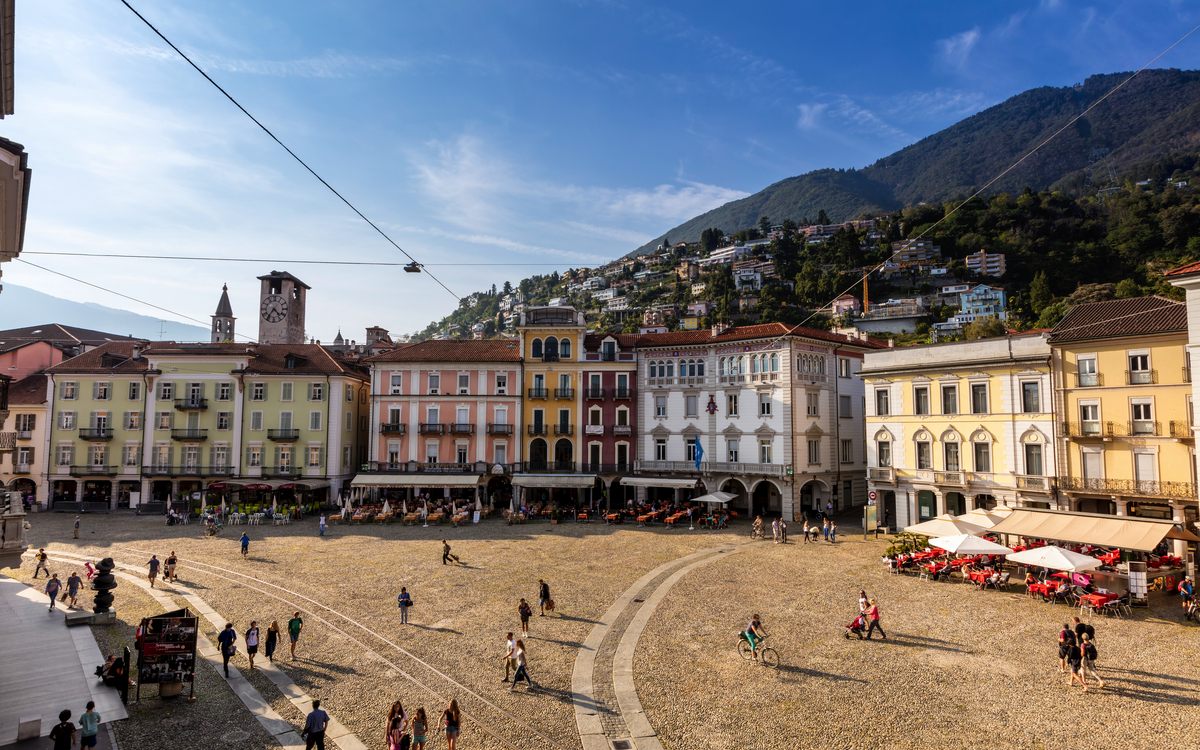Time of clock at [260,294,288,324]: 4:36
